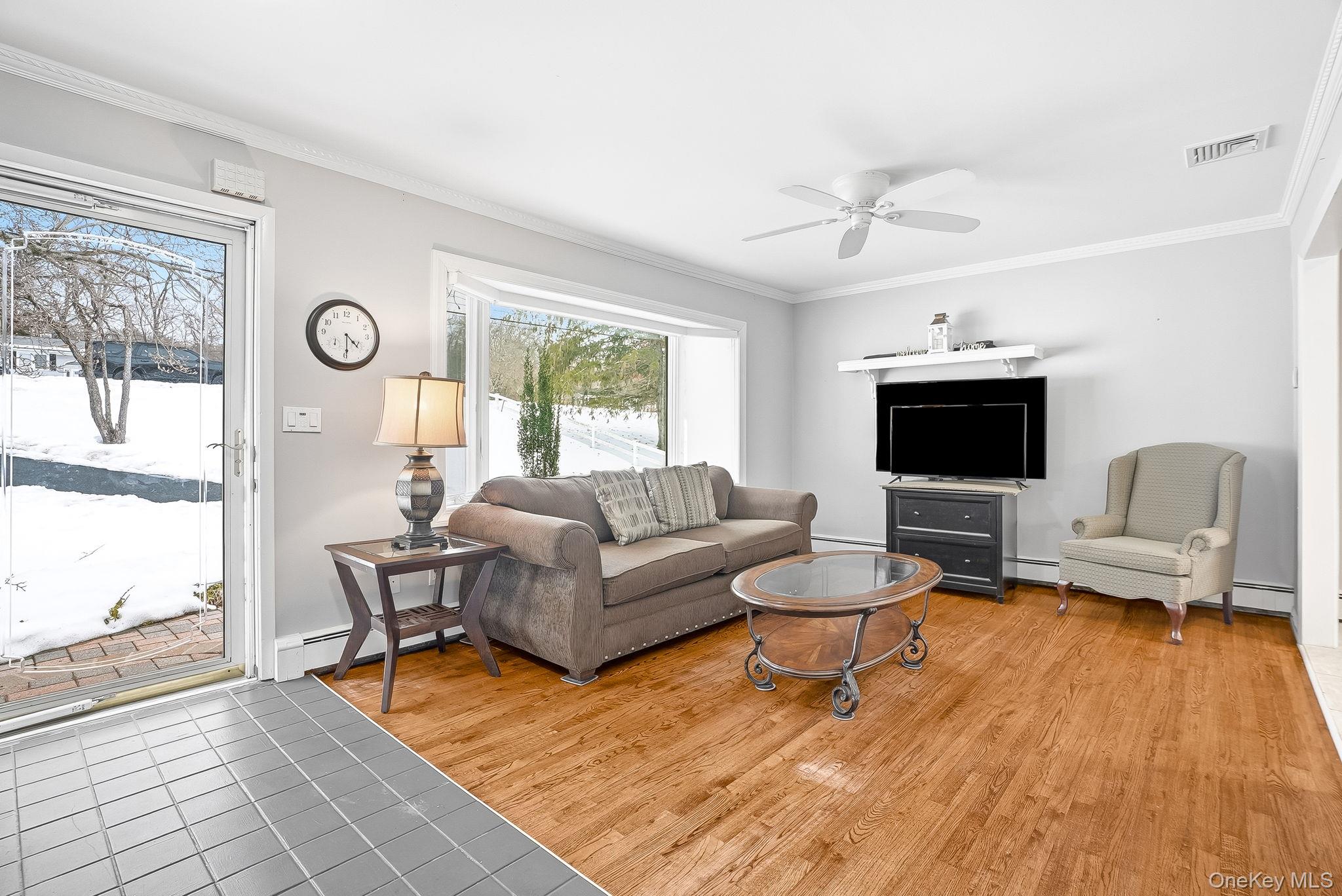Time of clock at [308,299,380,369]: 4:29
